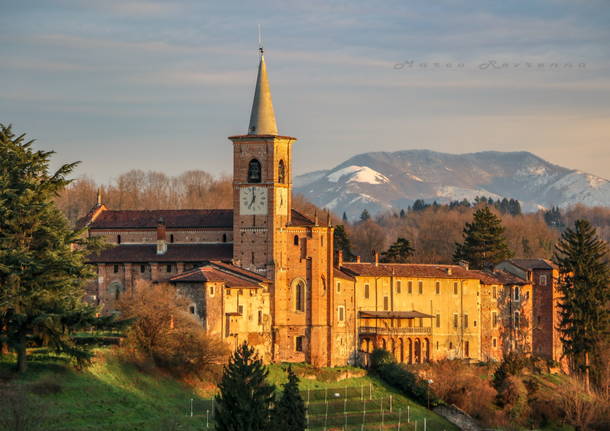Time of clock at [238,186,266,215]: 6:59
